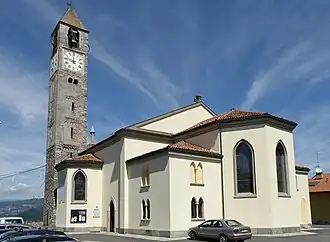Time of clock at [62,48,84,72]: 11:46
